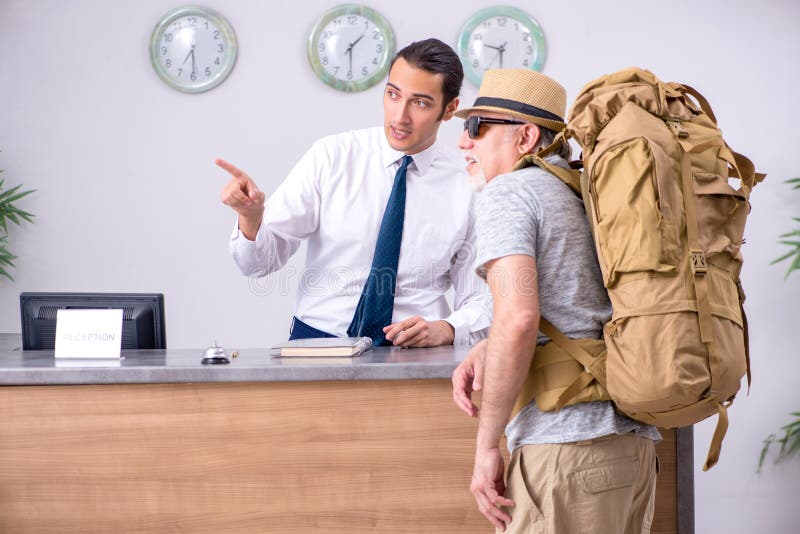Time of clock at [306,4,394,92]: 1:29
